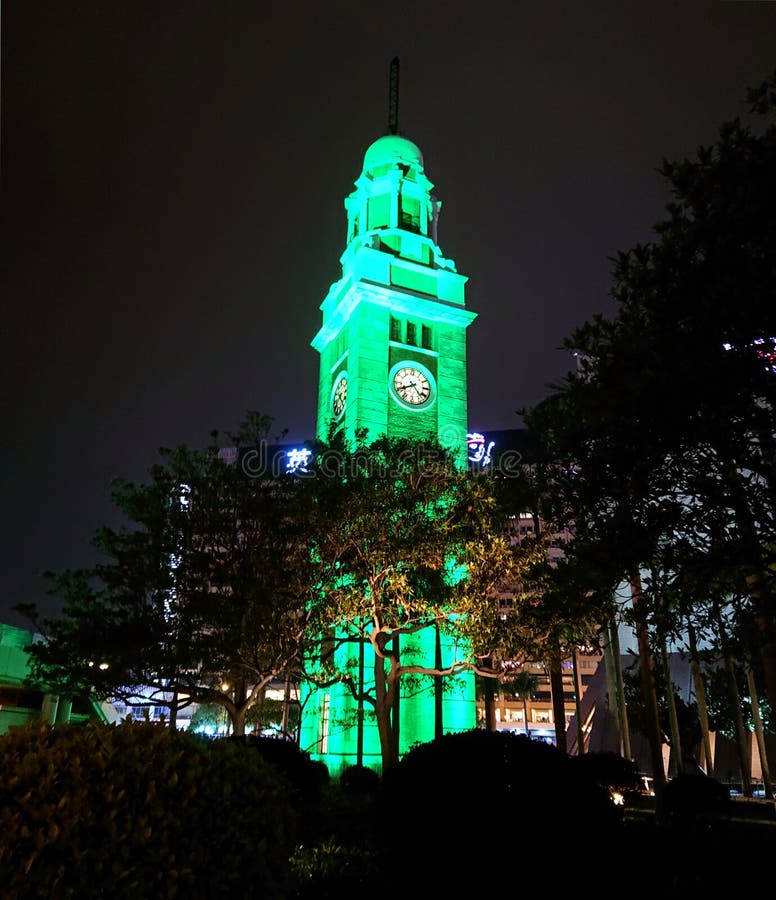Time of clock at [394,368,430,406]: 4:40
